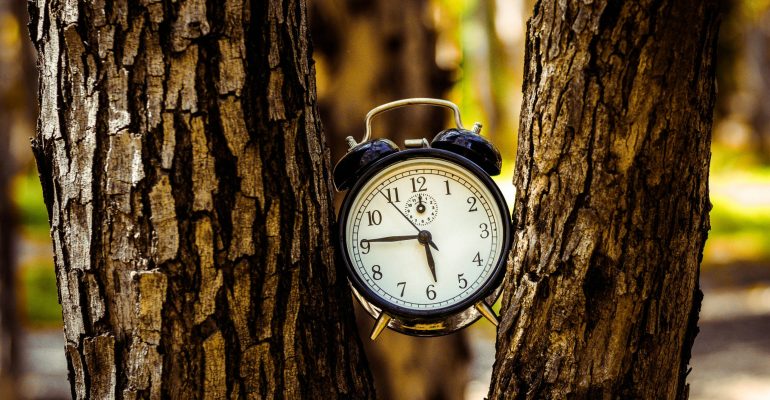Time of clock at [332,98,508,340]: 5:45
